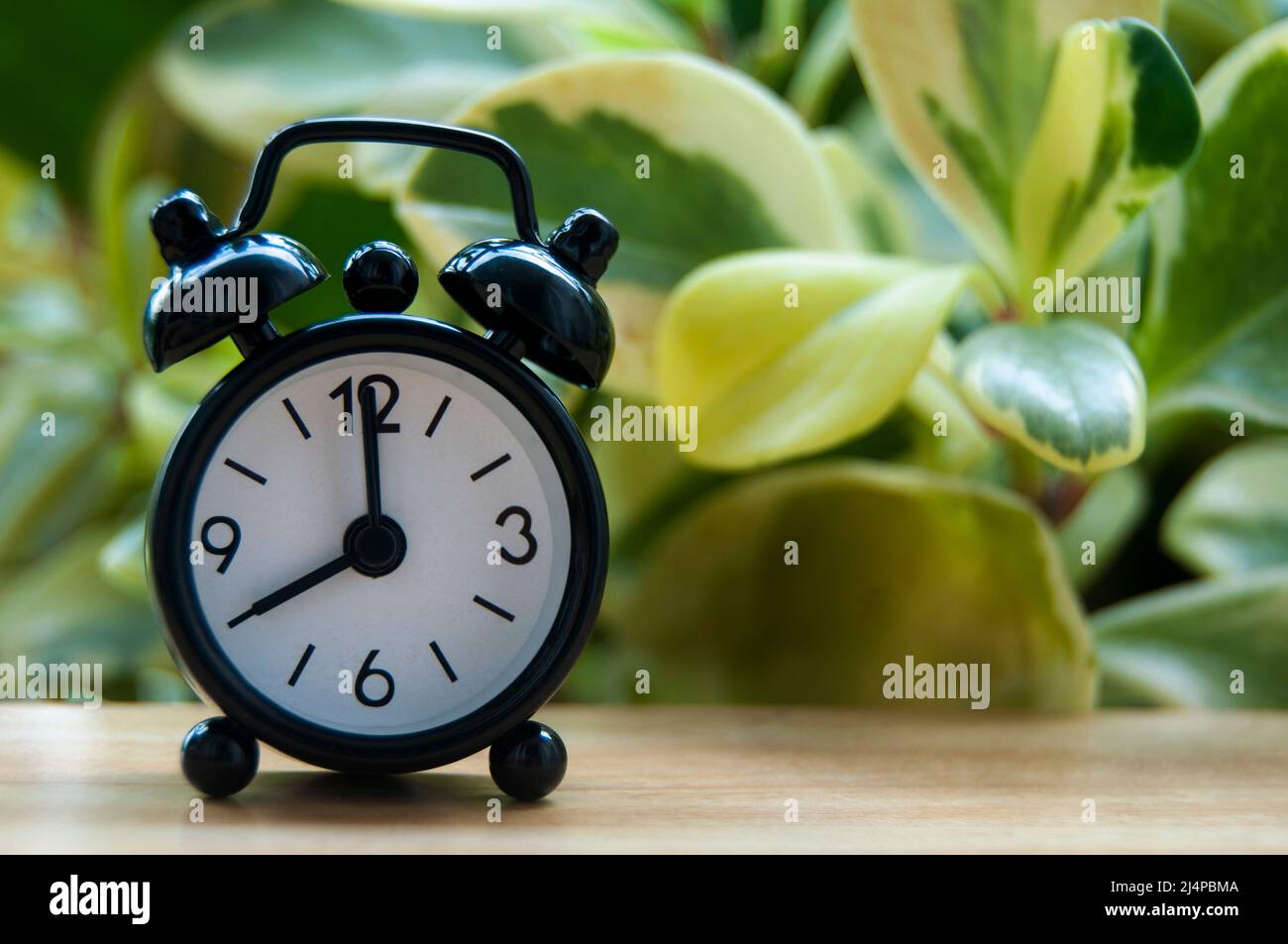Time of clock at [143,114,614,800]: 8:00
